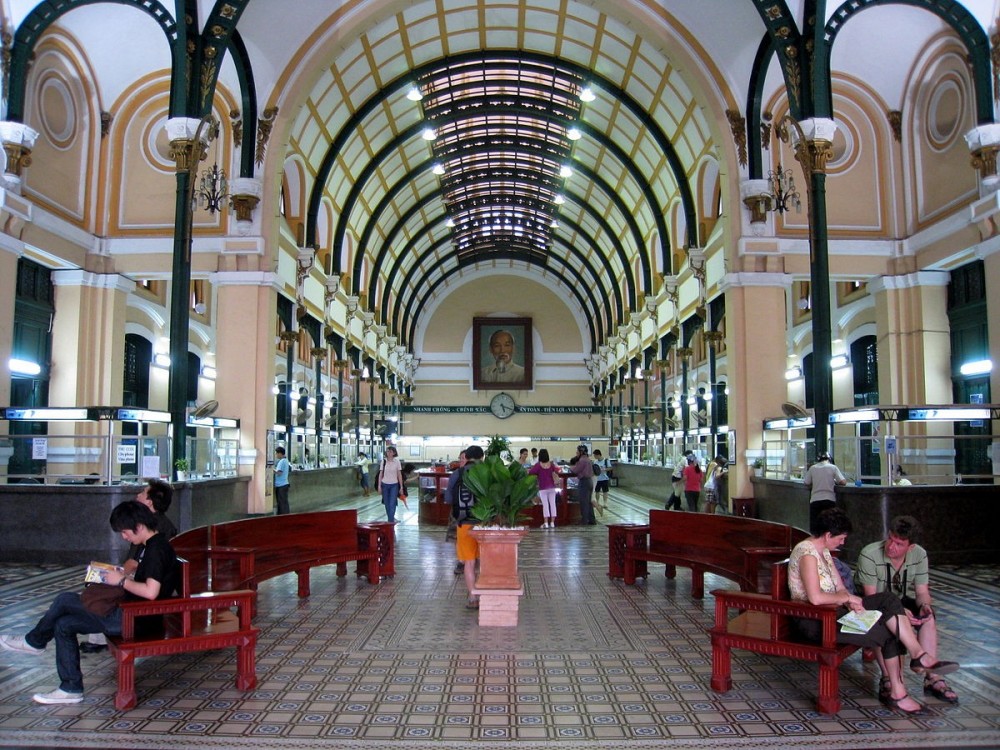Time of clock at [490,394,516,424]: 5:18
